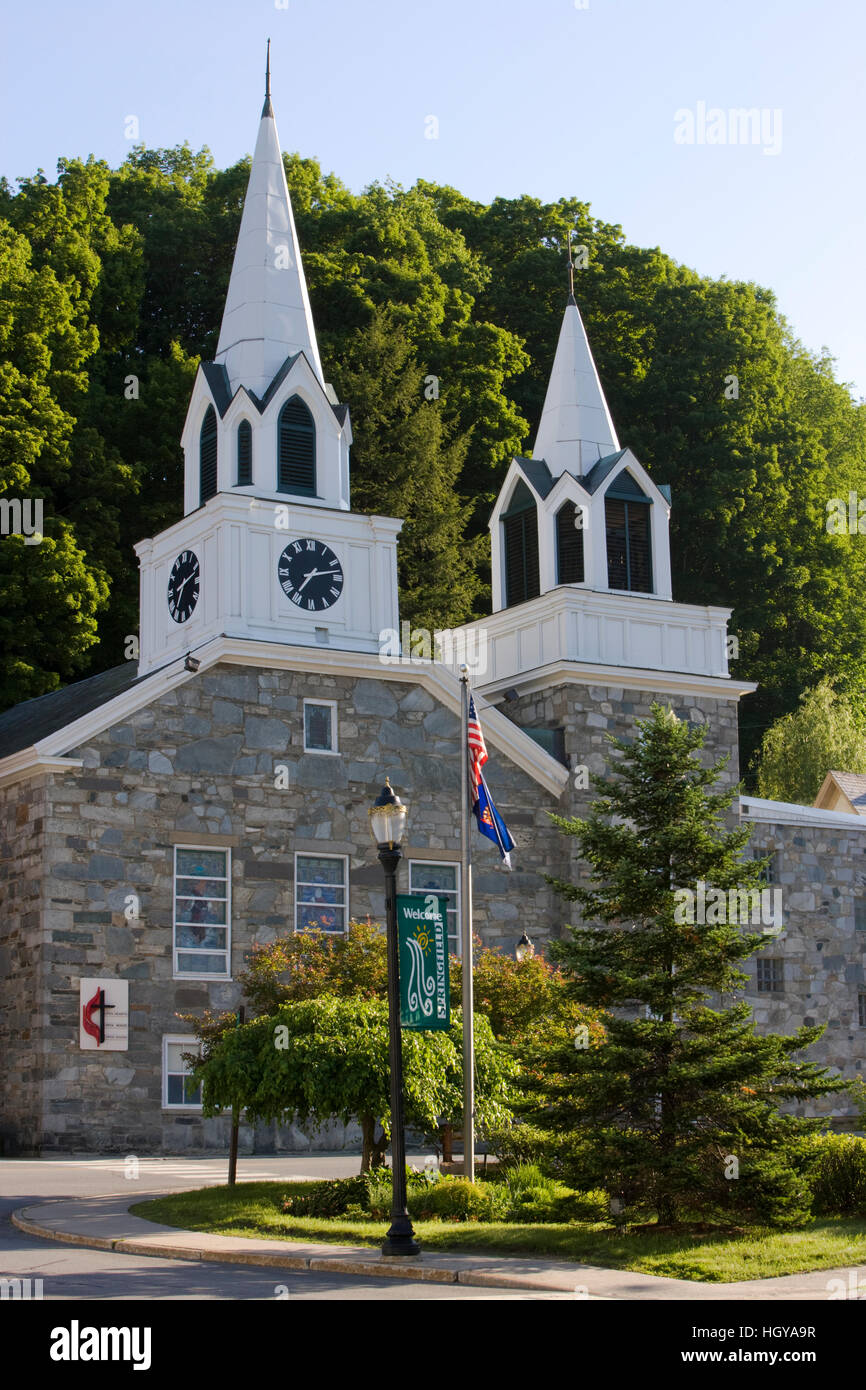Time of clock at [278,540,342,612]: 7:13
